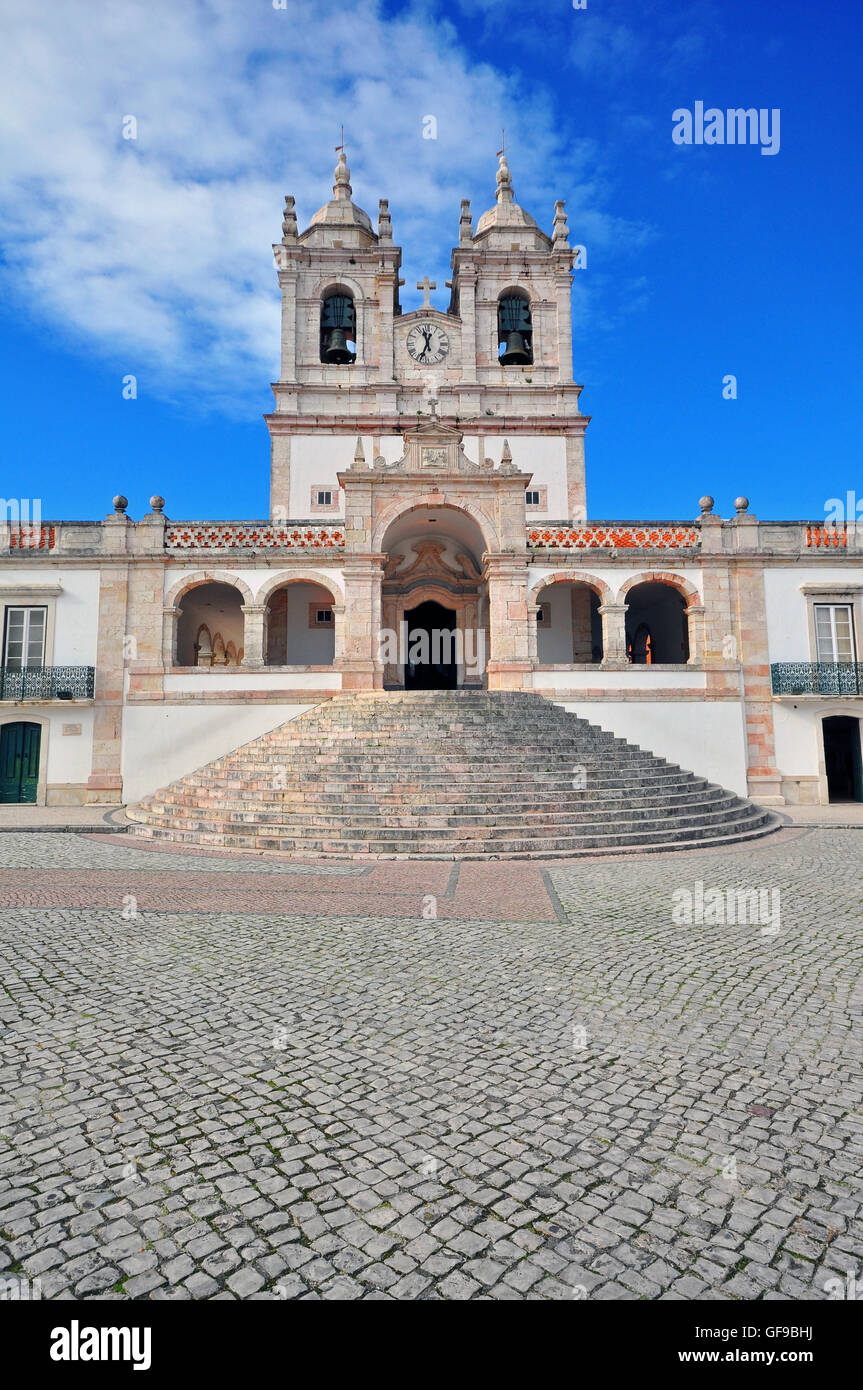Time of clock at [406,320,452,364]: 11:33
